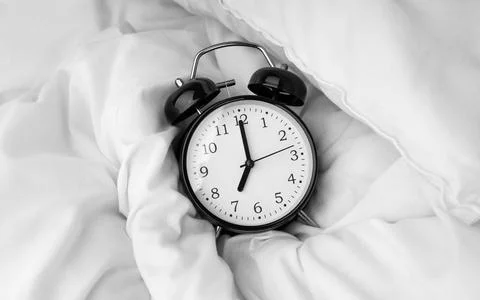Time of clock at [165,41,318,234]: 7:00
